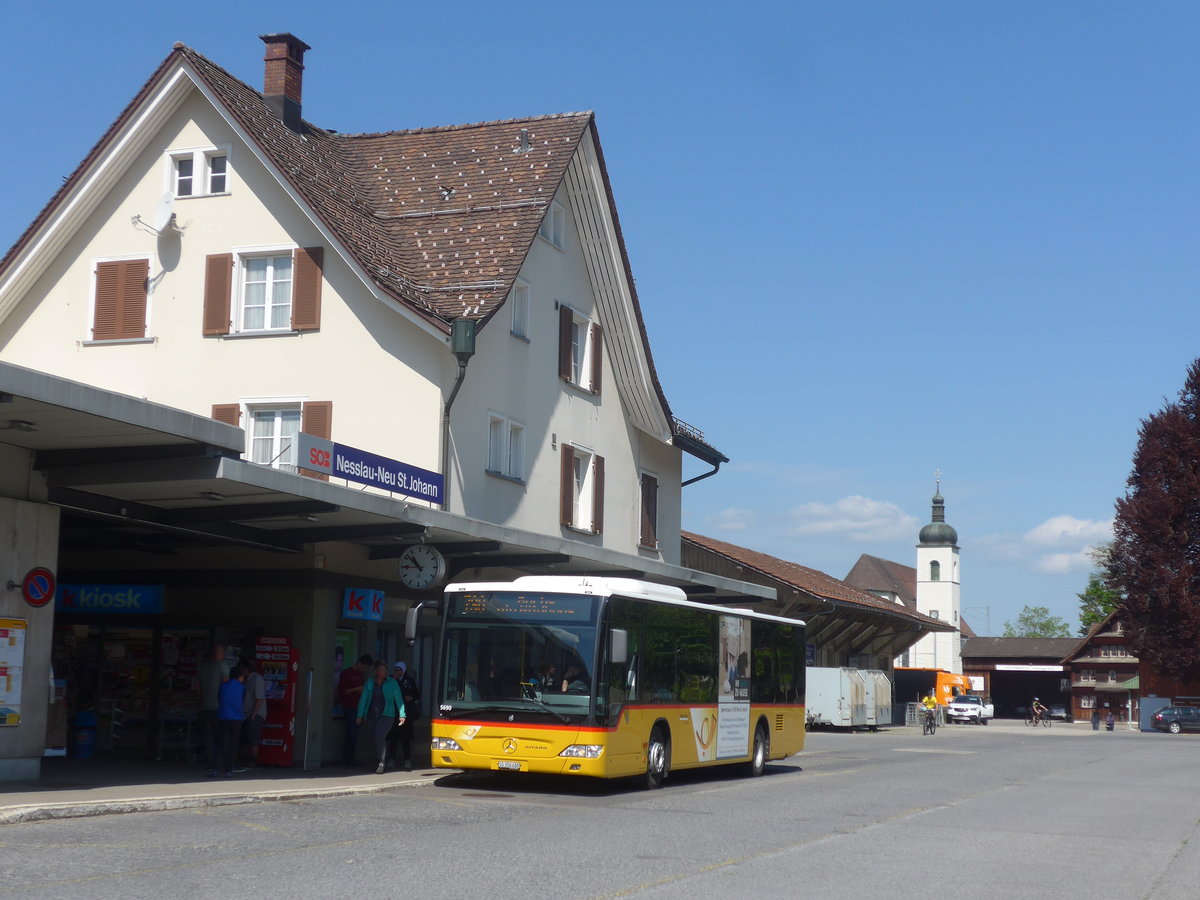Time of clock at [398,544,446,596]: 10:45
